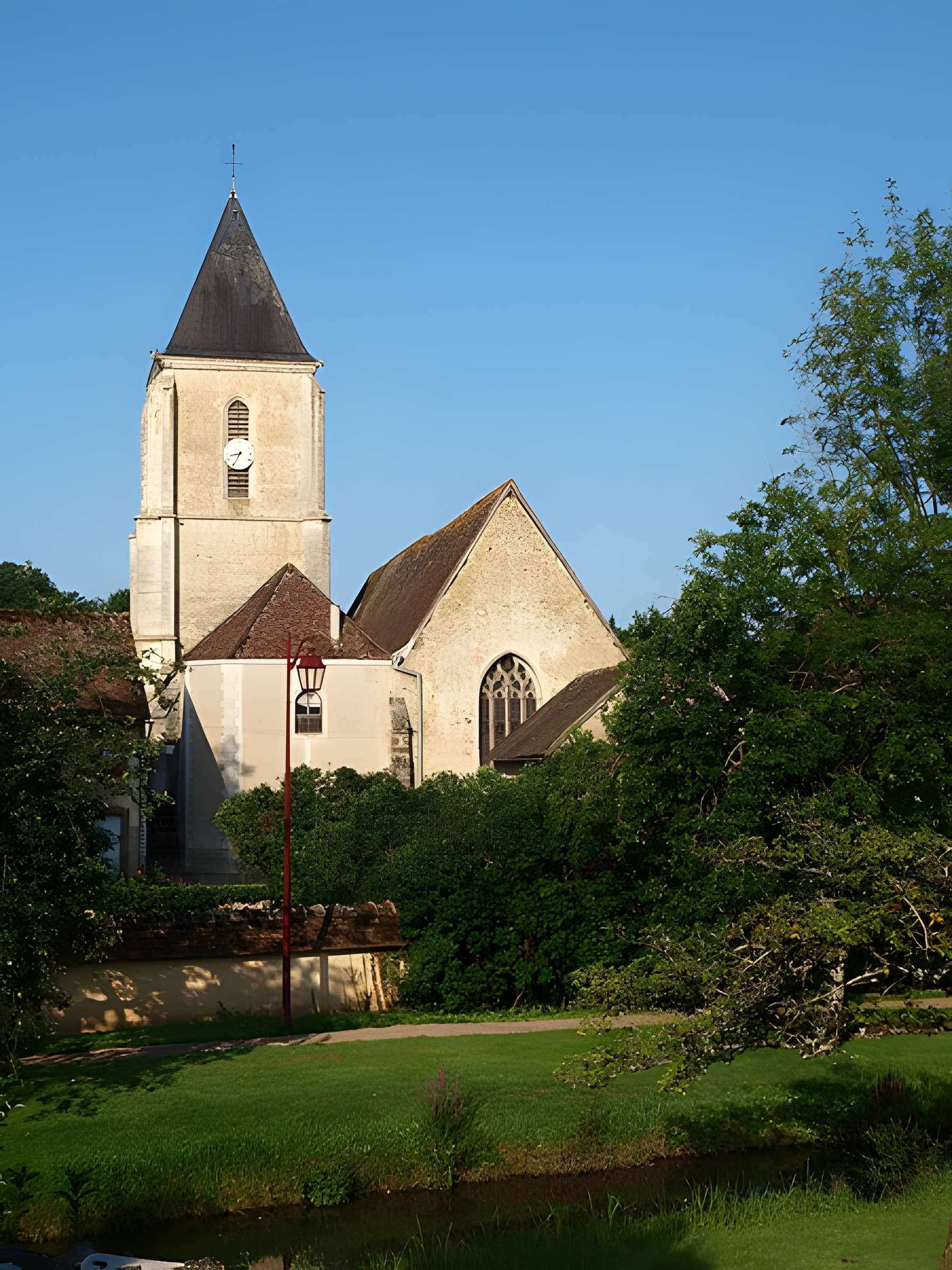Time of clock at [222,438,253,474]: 8:34
